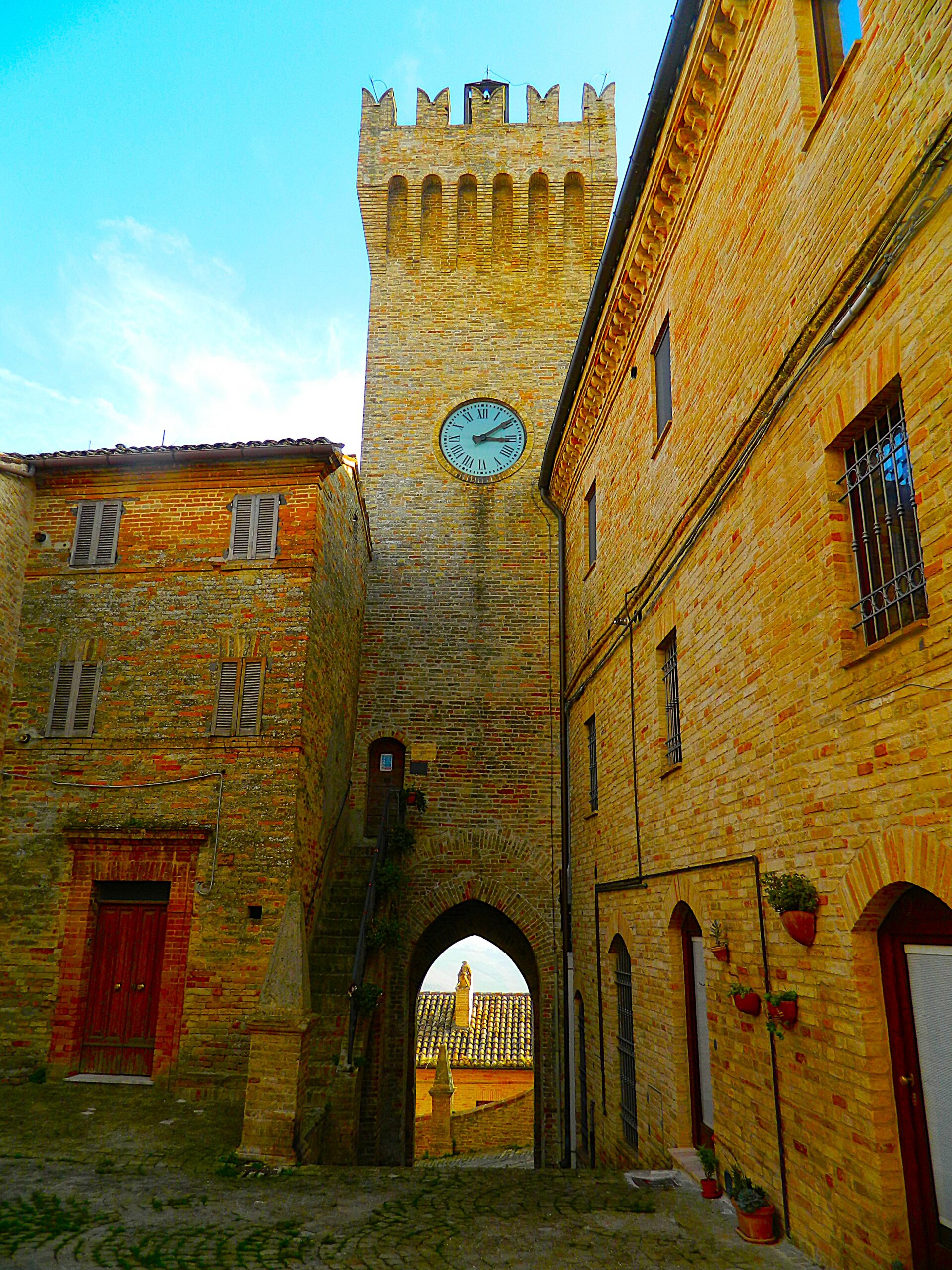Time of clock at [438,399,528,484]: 3:09
